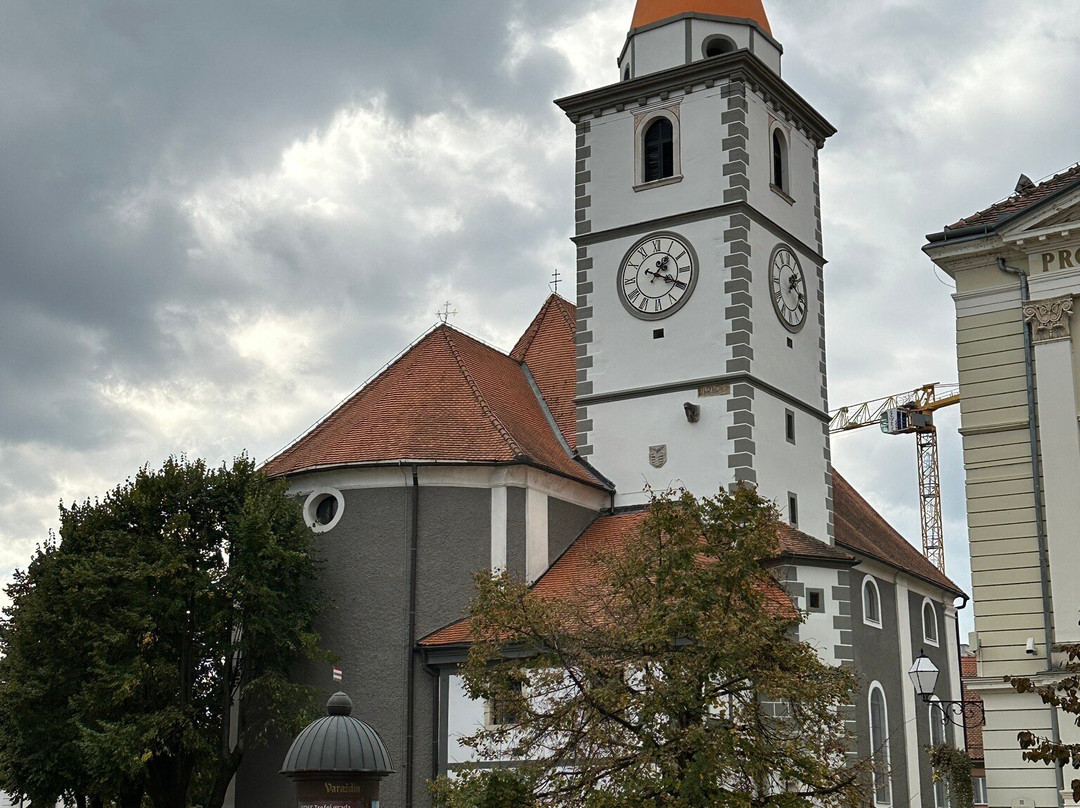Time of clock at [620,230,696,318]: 1:19
